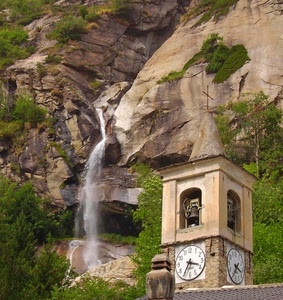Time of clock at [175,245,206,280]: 3:35
